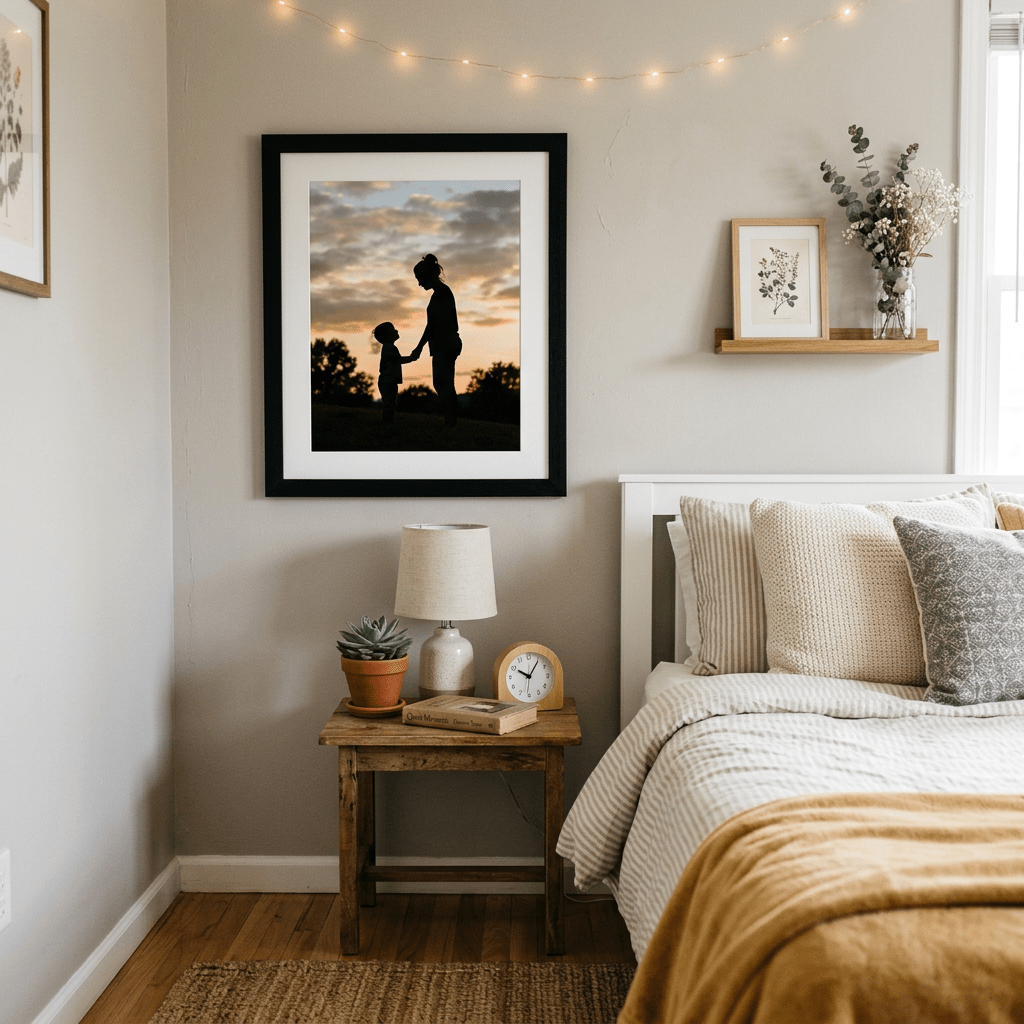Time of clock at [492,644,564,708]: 10:05
